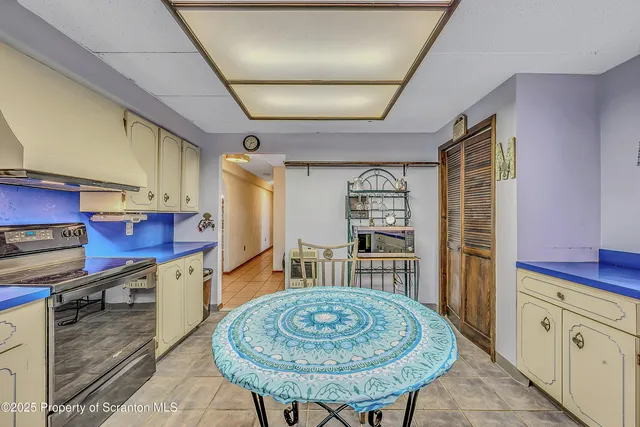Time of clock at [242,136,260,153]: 2:33
